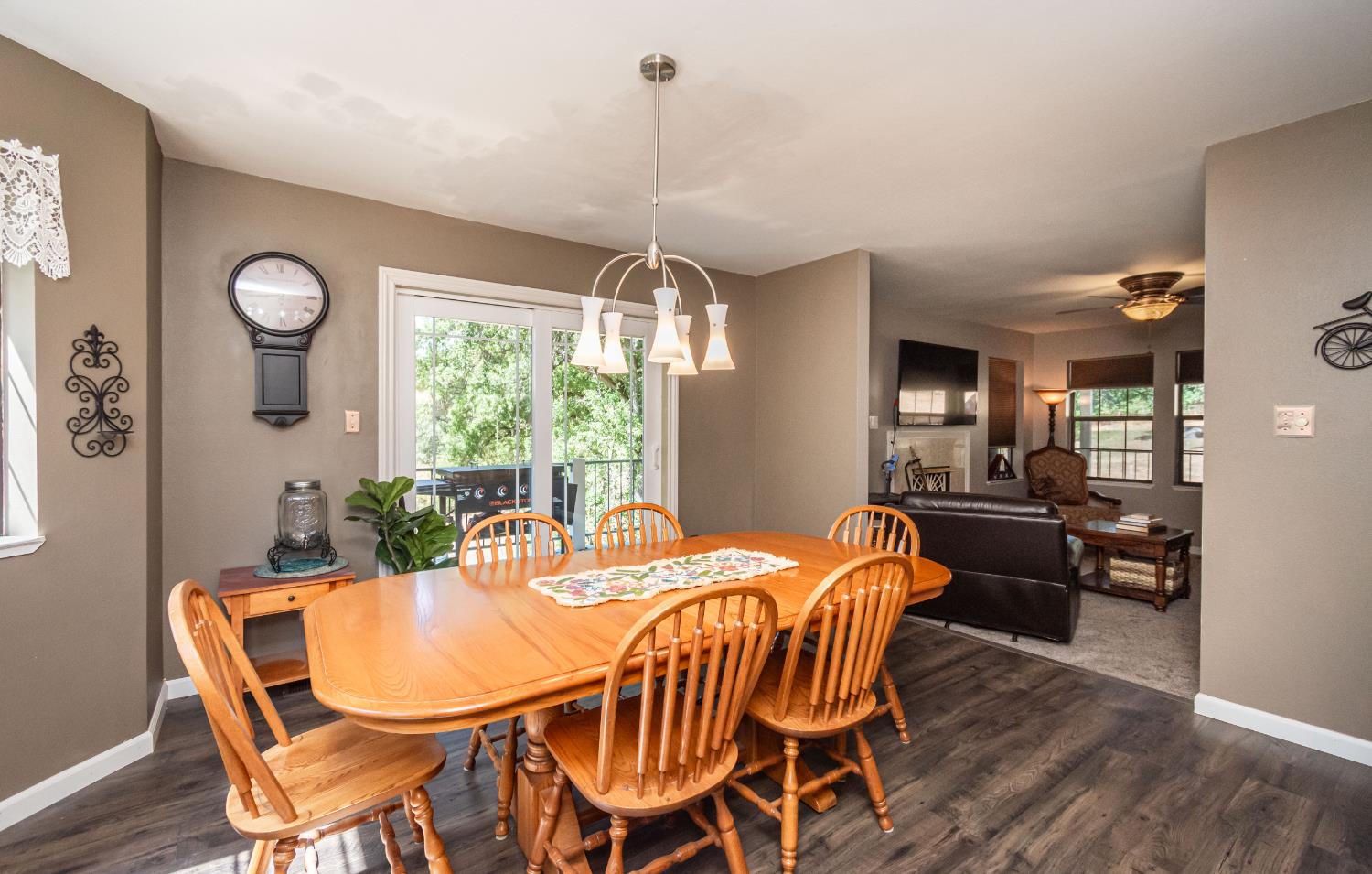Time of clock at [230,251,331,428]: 2:46
